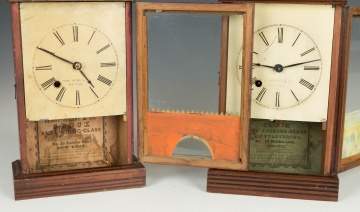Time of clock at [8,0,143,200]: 4:49
